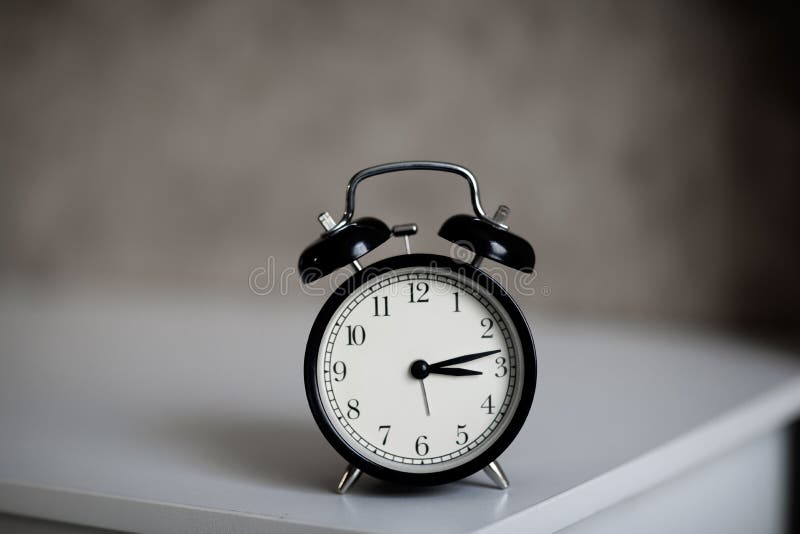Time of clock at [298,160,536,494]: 3:13
